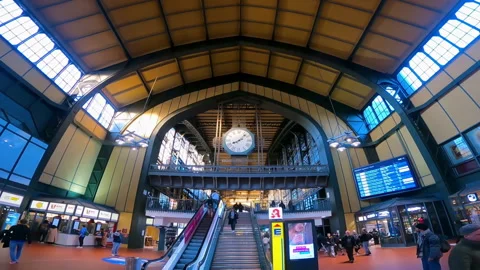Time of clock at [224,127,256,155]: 8:07
